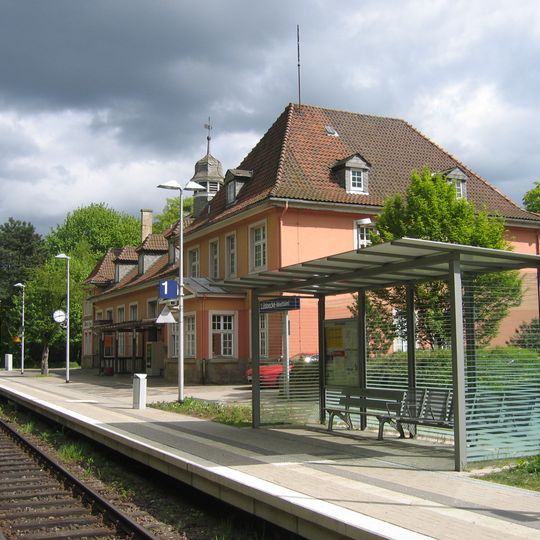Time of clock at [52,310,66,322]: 2:42
